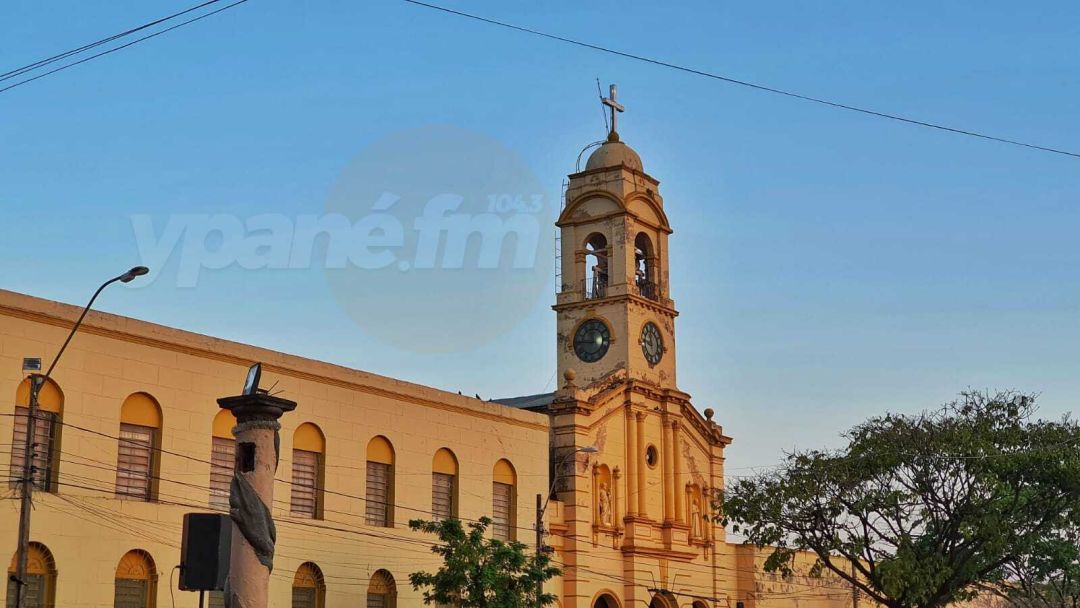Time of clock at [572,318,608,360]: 11:45
